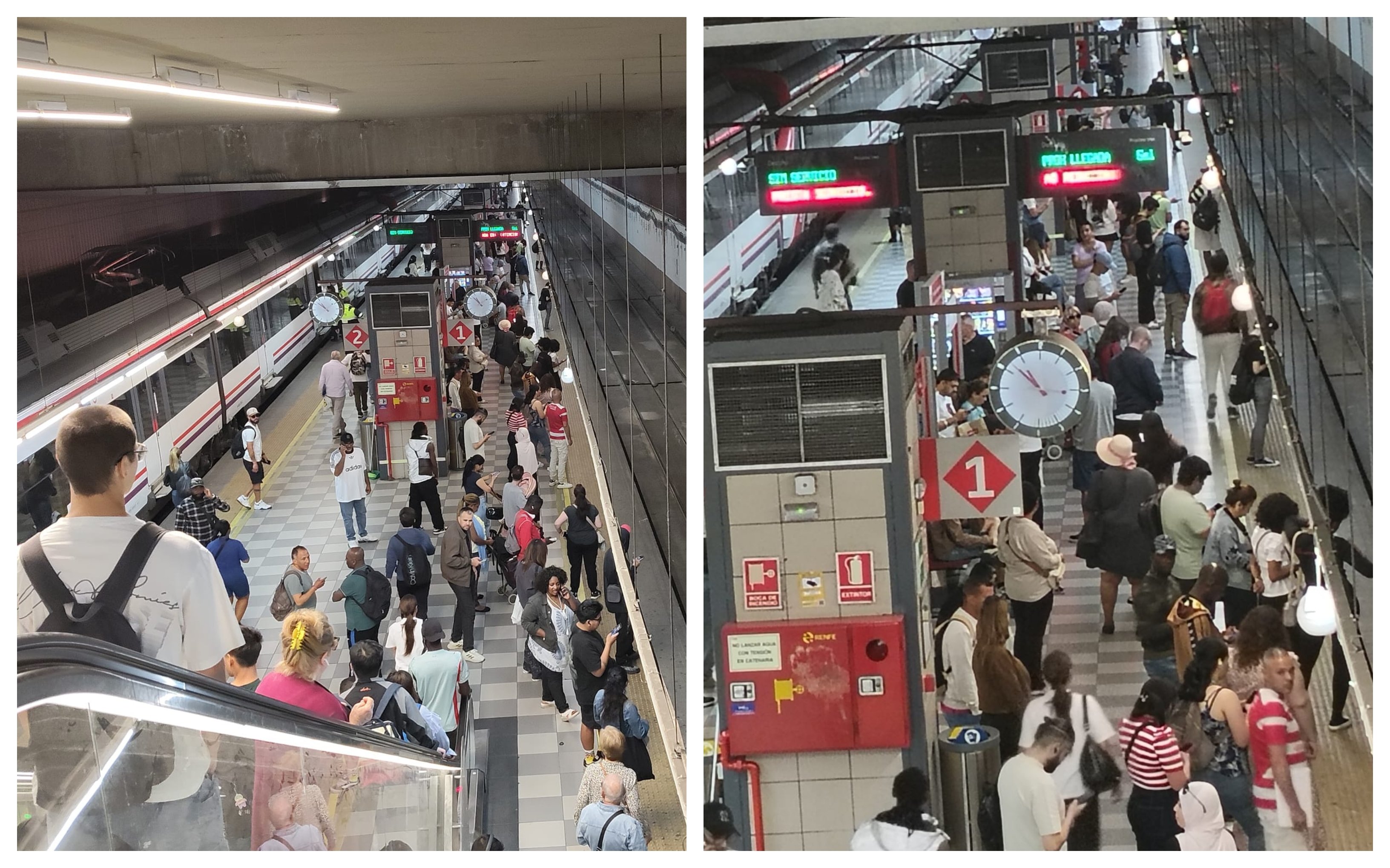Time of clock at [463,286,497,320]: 10:52
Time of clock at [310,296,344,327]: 10:51
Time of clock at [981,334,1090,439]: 10:52
